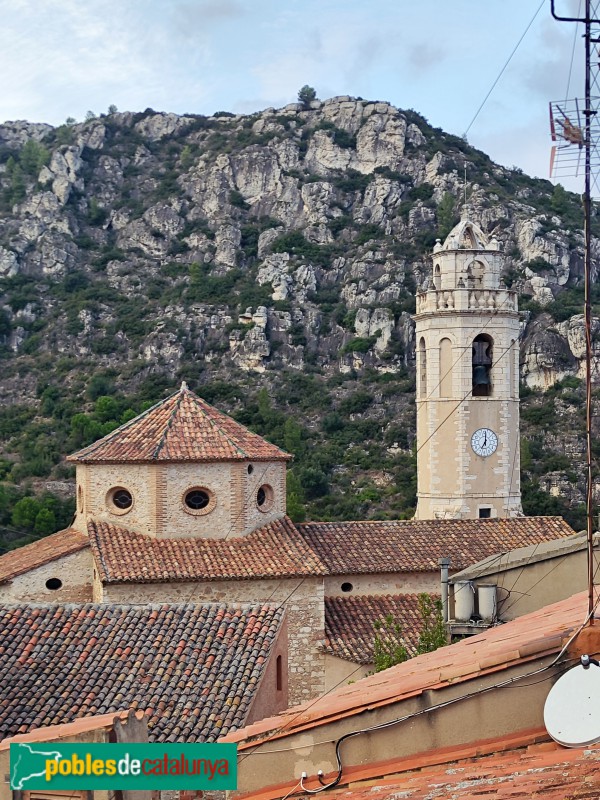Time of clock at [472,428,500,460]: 7:00
